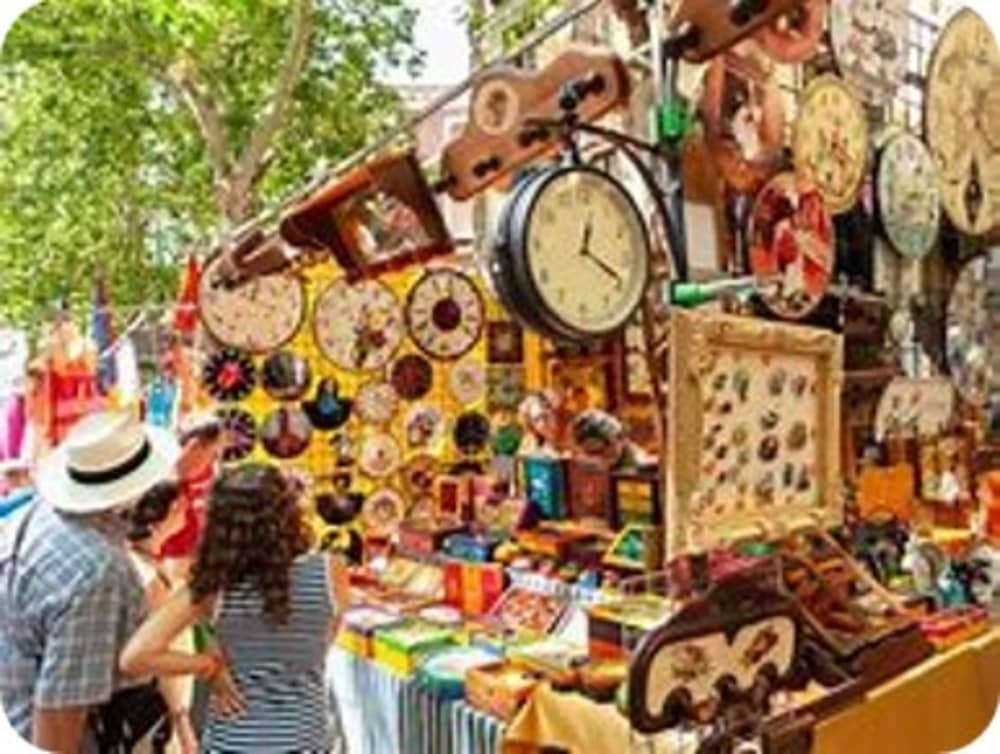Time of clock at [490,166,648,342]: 12:19
